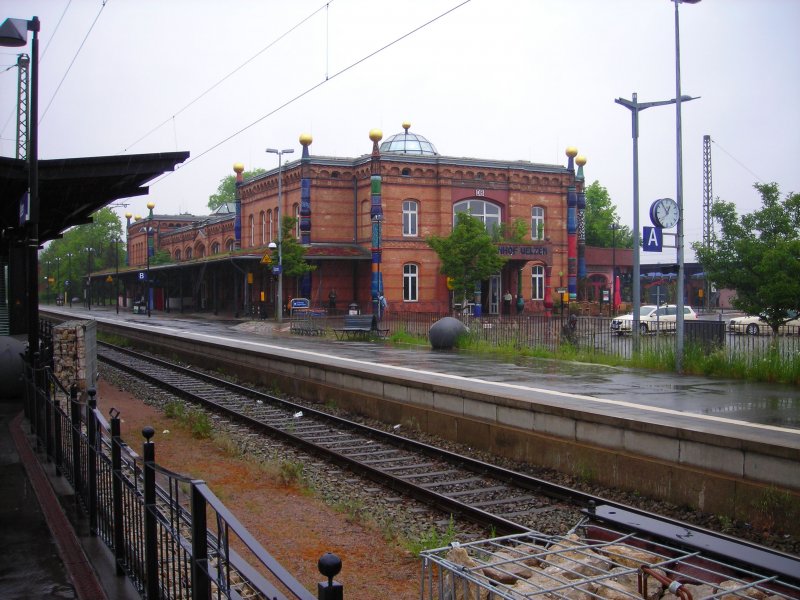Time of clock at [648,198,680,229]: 12:54
